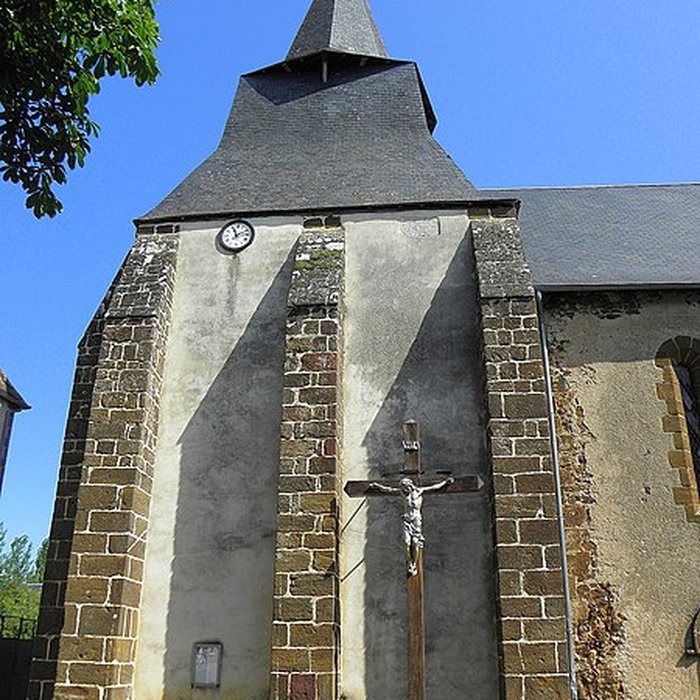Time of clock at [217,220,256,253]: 11:10
